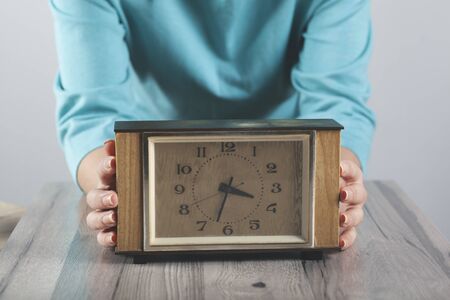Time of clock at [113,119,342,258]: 3:32
